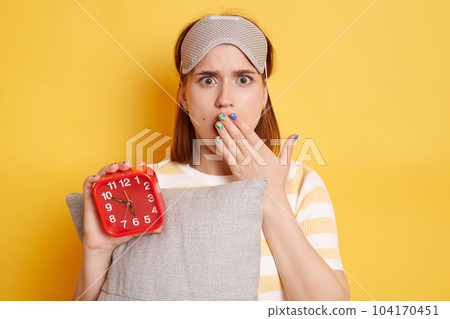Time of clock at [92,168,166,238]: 5:49
